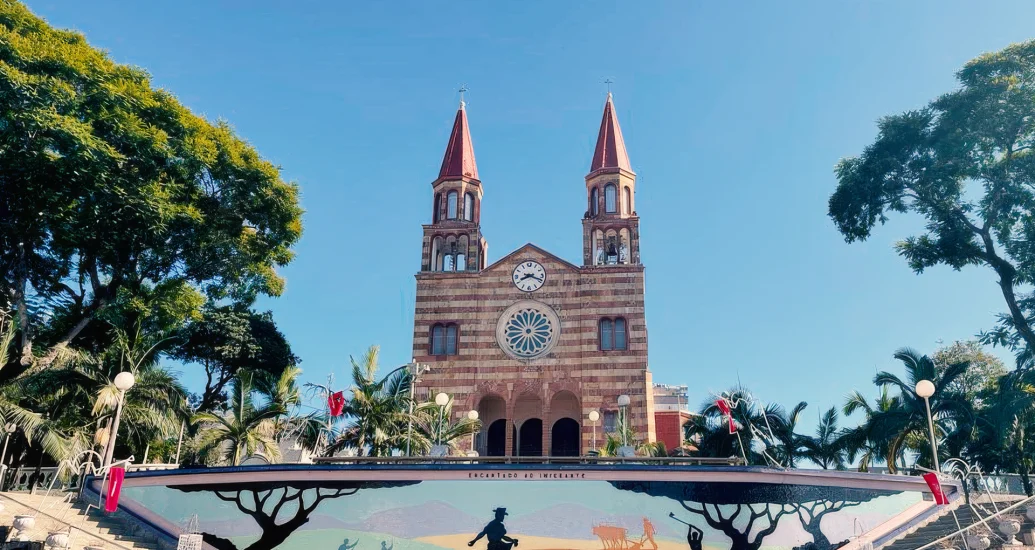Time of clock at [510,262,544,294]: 8:18
